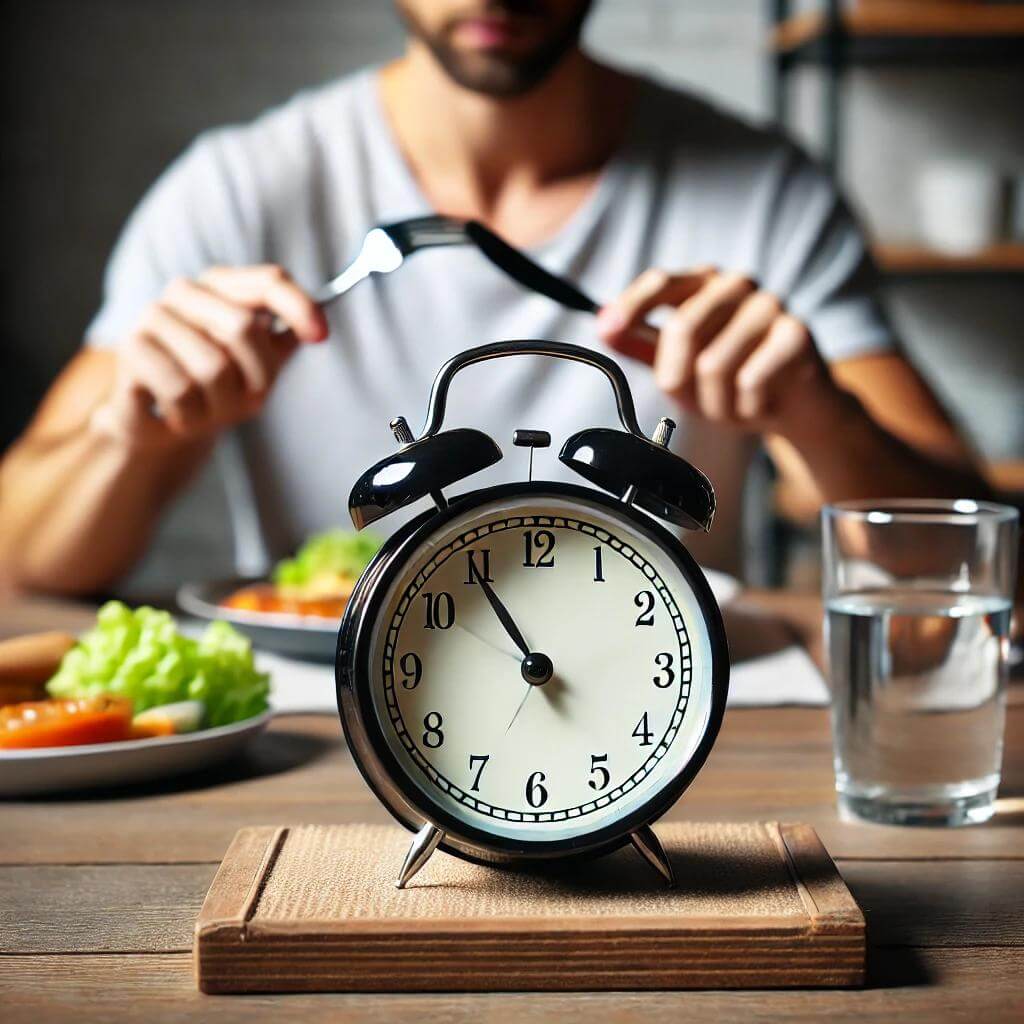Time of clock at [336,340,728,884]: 10:54
